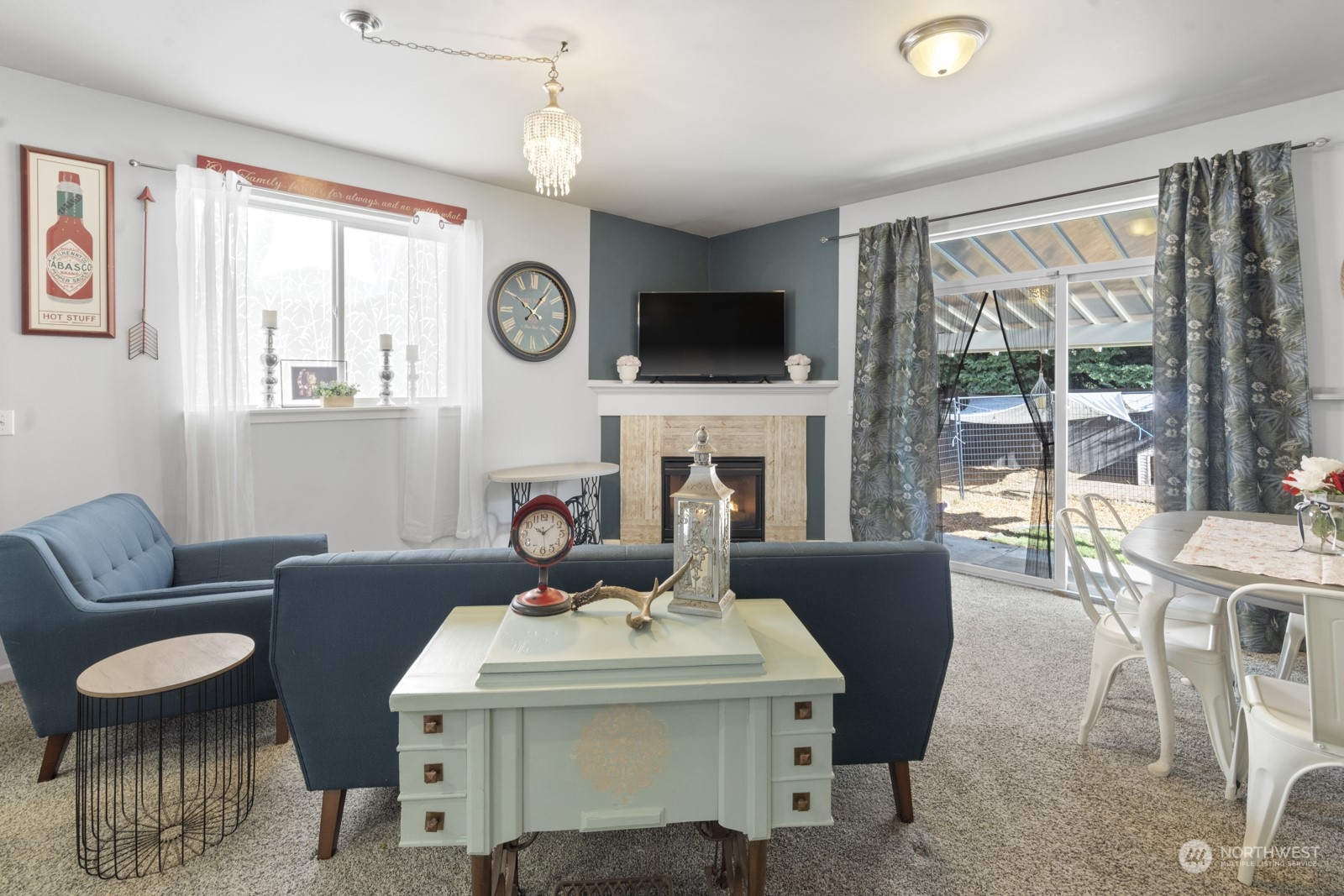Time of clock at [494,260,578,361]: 10:06
